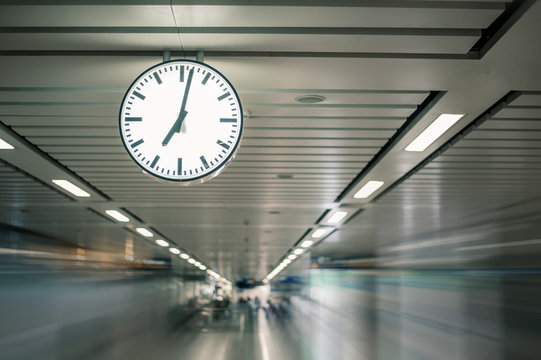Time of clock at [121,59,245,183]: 7:01
